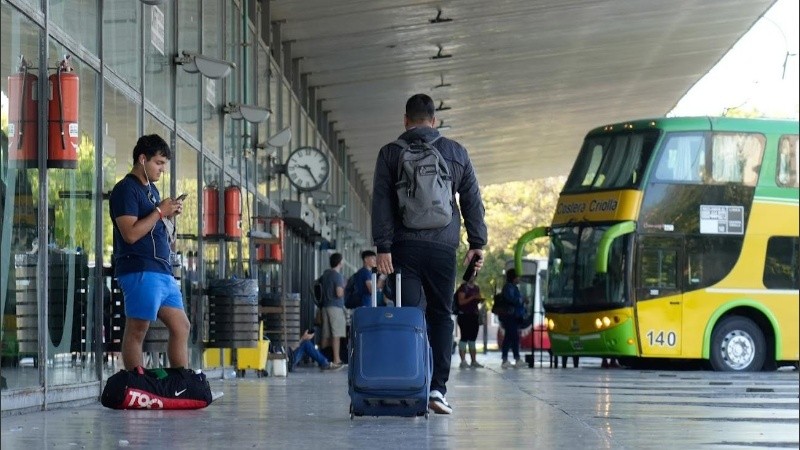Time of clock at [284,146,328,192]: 9:24
